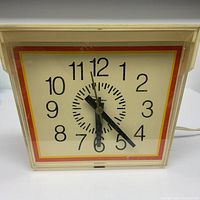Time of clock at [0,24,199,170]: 6:23
